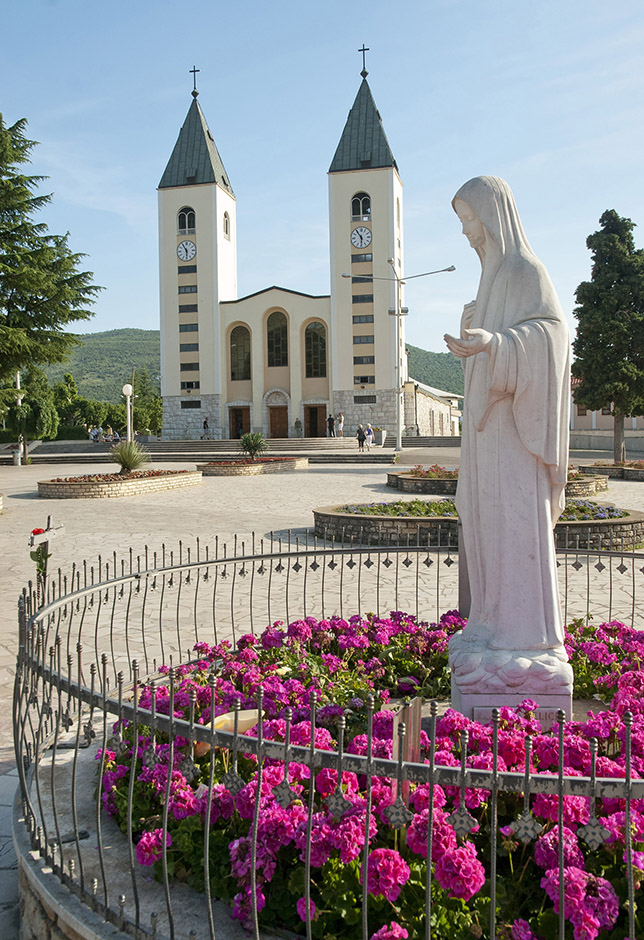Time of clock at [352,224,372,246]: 5:54
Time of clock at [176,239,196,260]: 5:54
